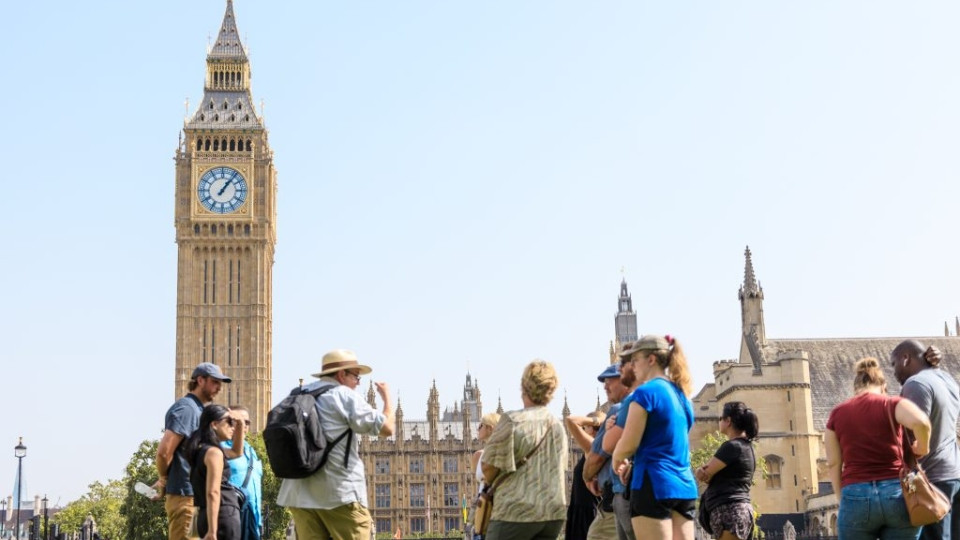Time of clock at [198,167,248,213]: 1:06
